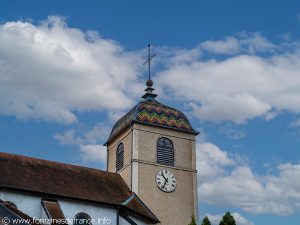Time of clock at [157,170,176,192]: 10:34
